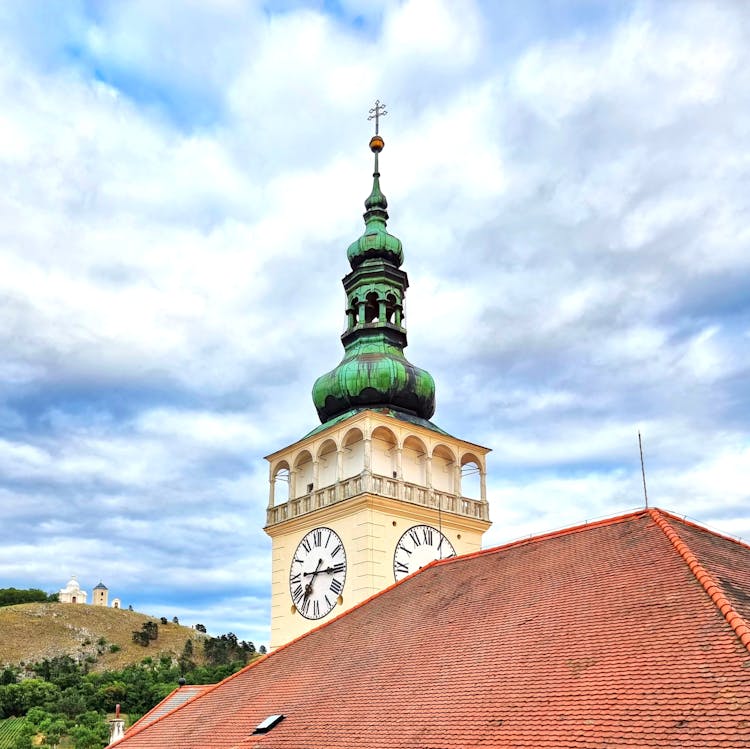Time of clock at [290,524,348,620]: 7:15
